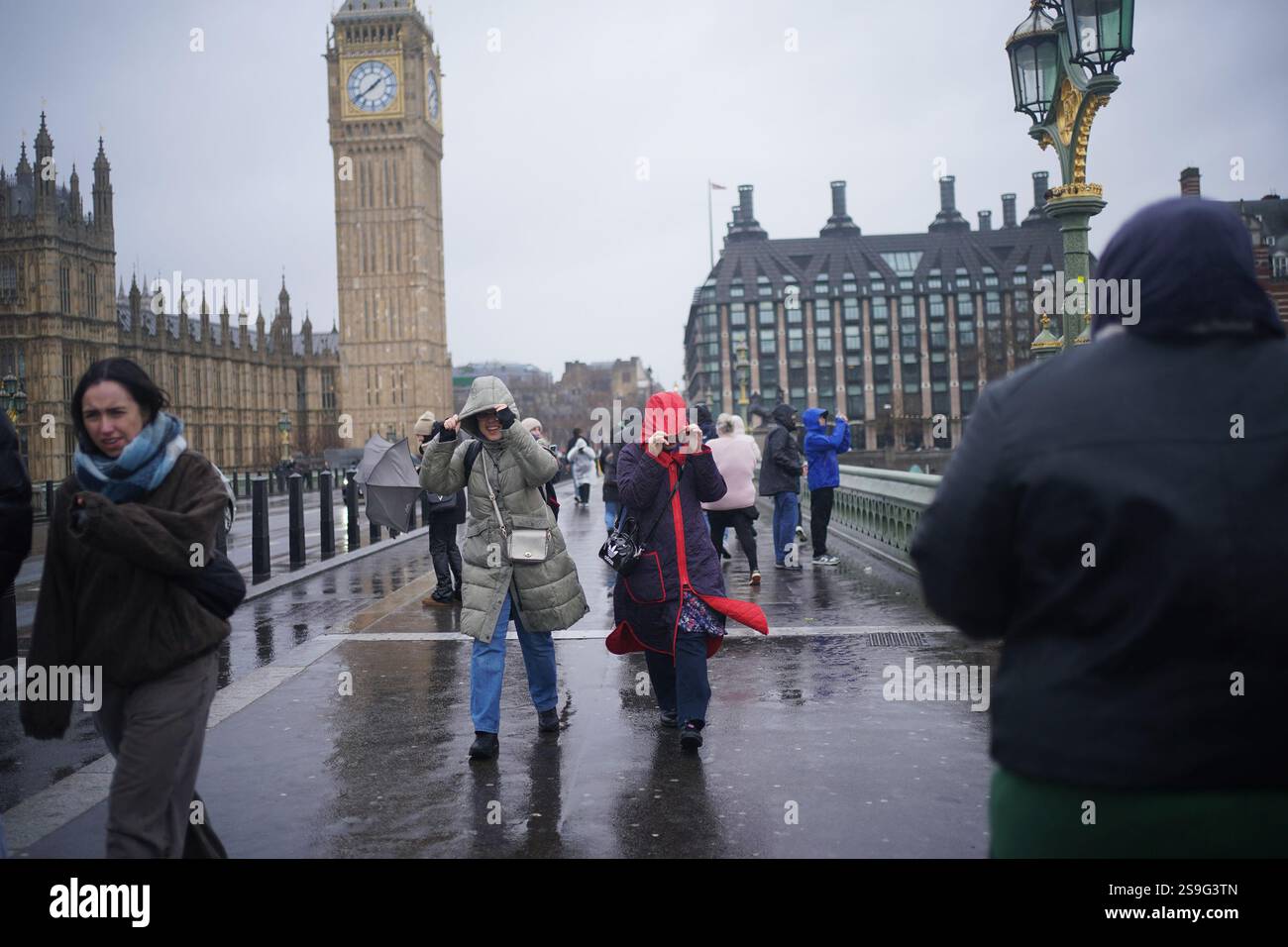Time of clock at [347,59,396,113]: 1:39
